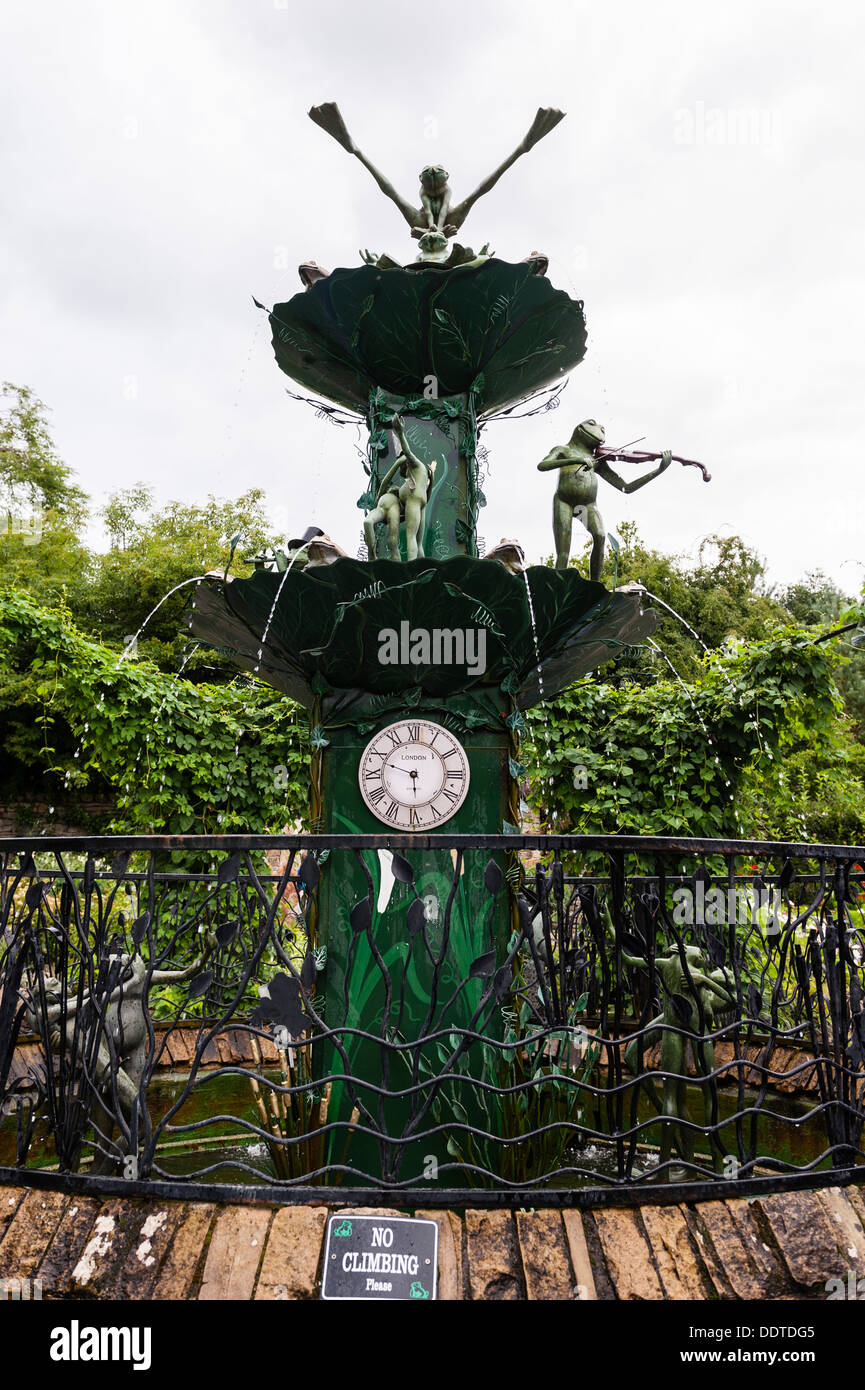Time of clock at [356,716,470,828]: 5:48
